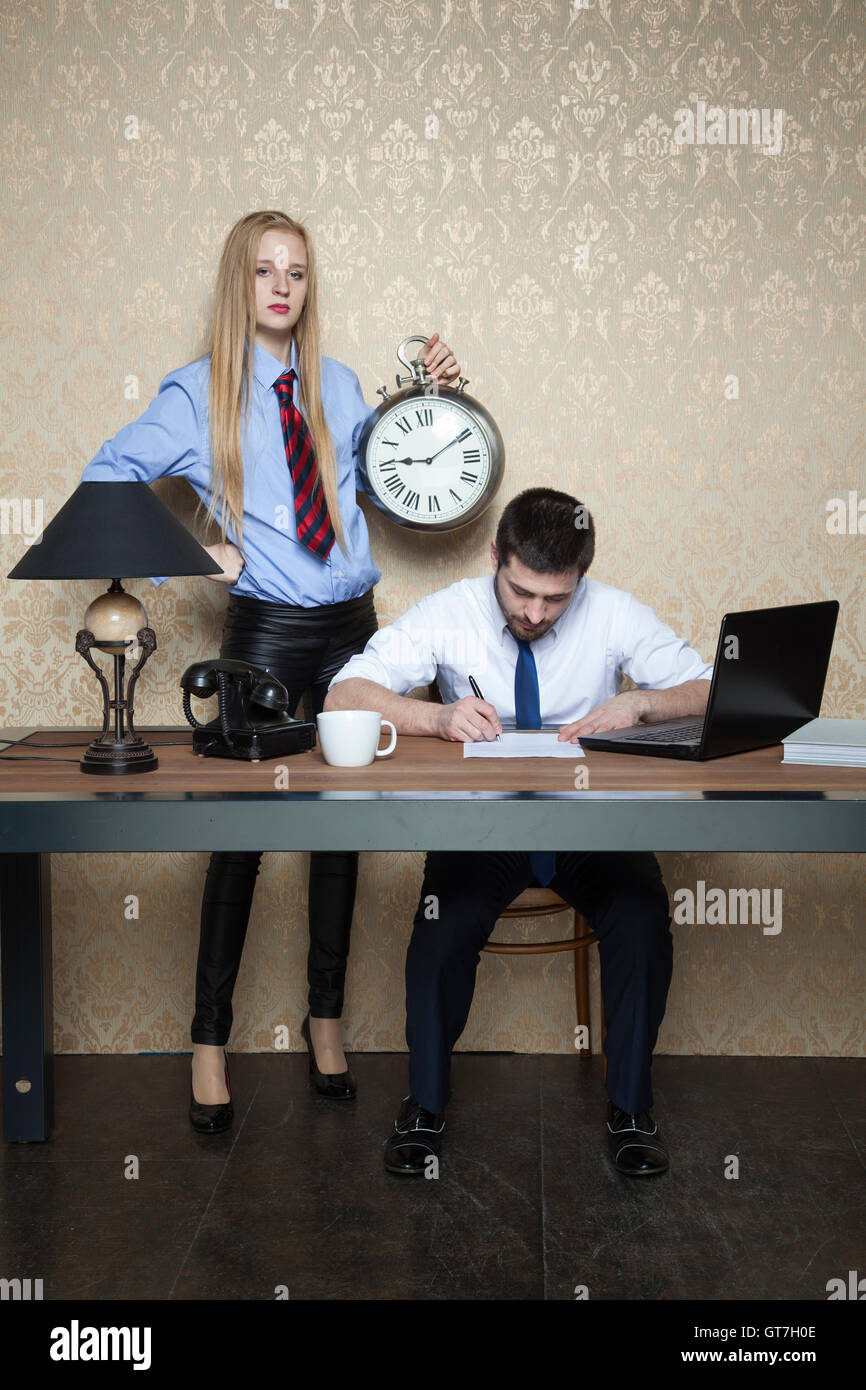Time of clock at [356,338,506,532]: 9:10
